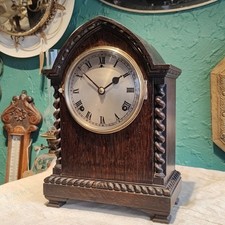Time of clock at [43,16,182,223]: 1:51
